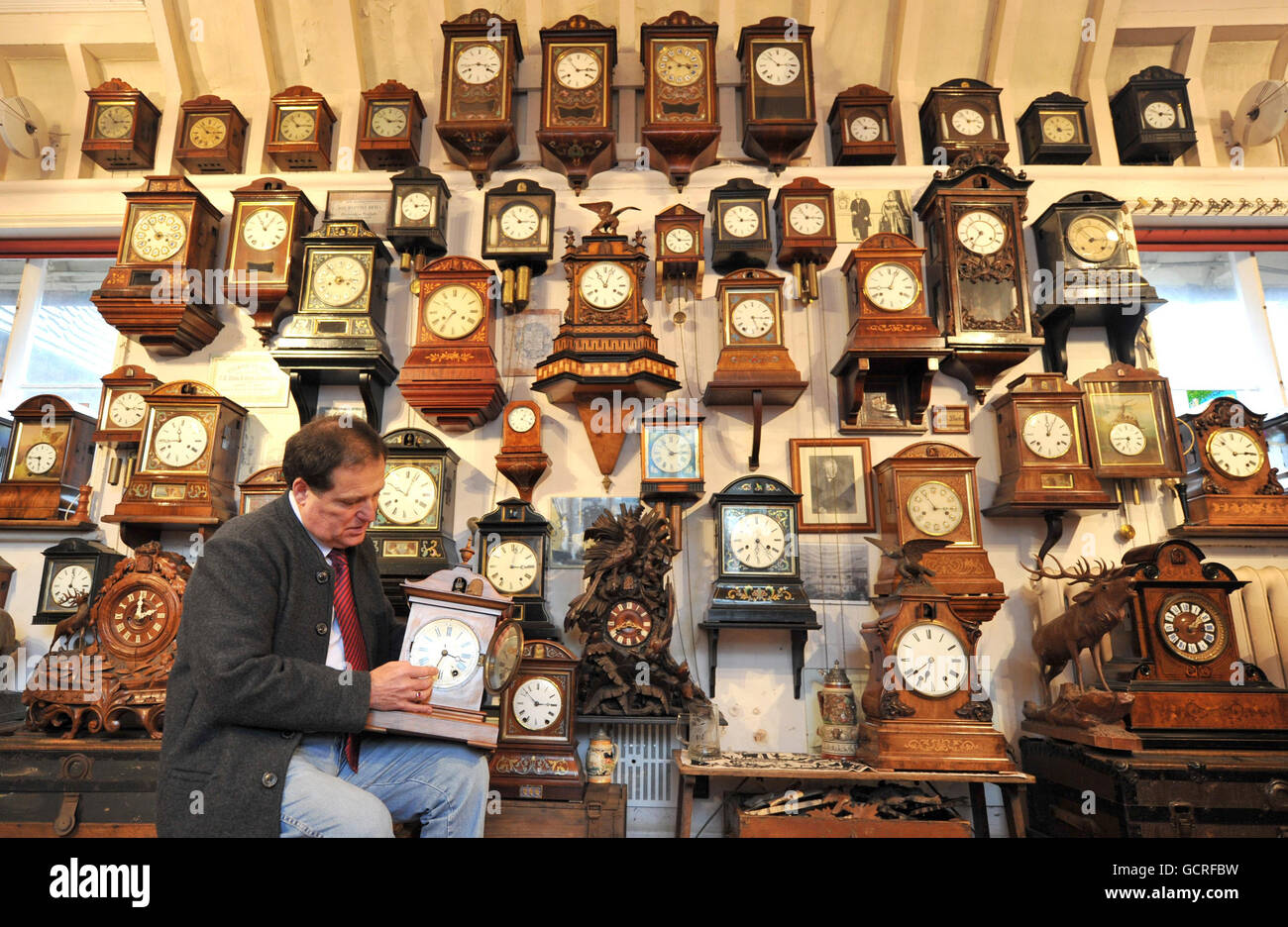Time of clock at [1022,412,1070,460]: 12:04
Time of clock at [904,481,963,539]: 2:54
